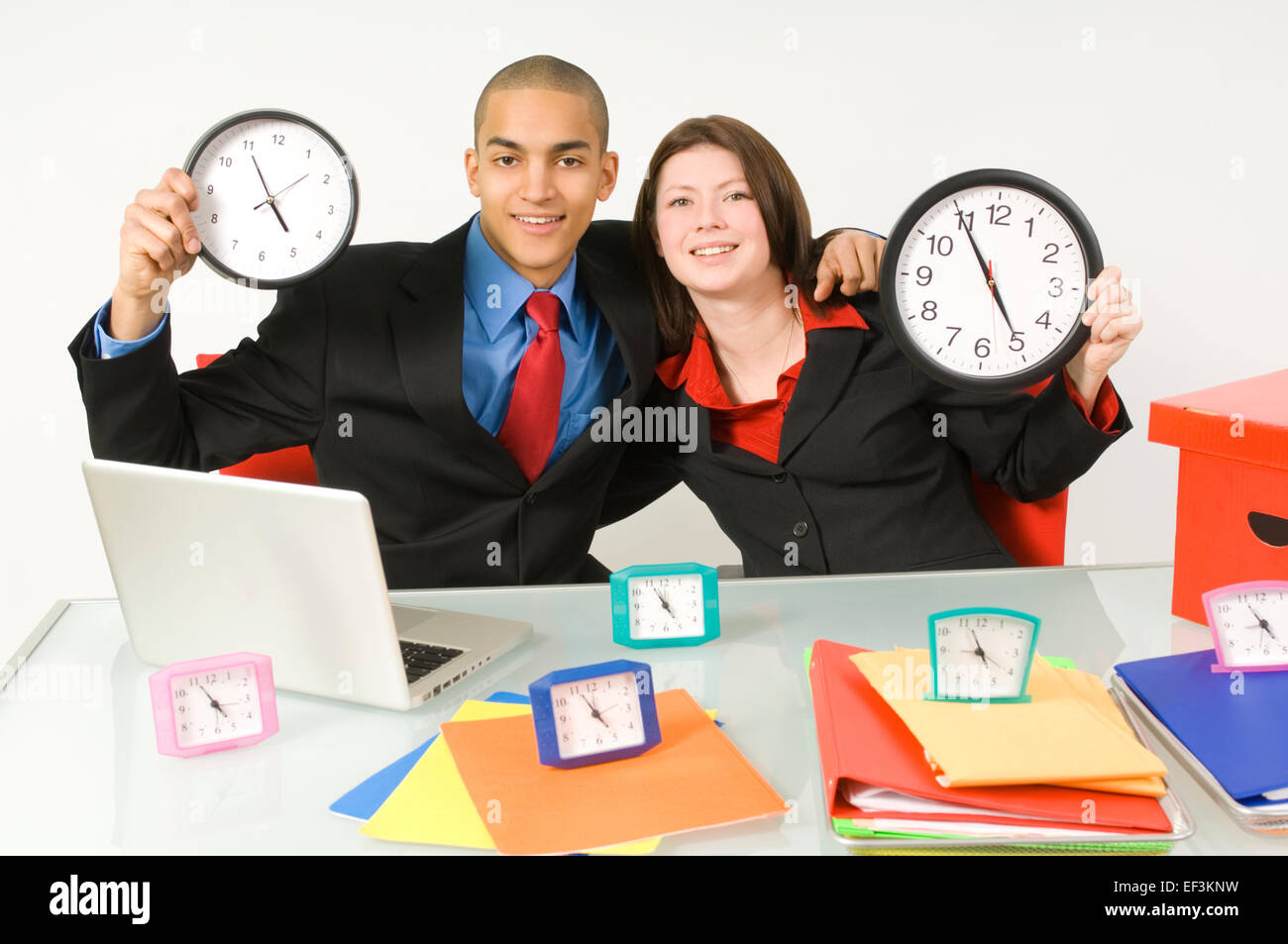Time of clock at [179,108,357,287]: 4:55
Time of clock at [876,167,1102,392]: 4:54
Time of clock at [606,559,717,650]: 4:55
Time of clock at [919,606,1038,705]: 4:56
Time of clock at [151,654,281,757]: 4:55
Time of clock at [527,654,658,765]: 4:55
